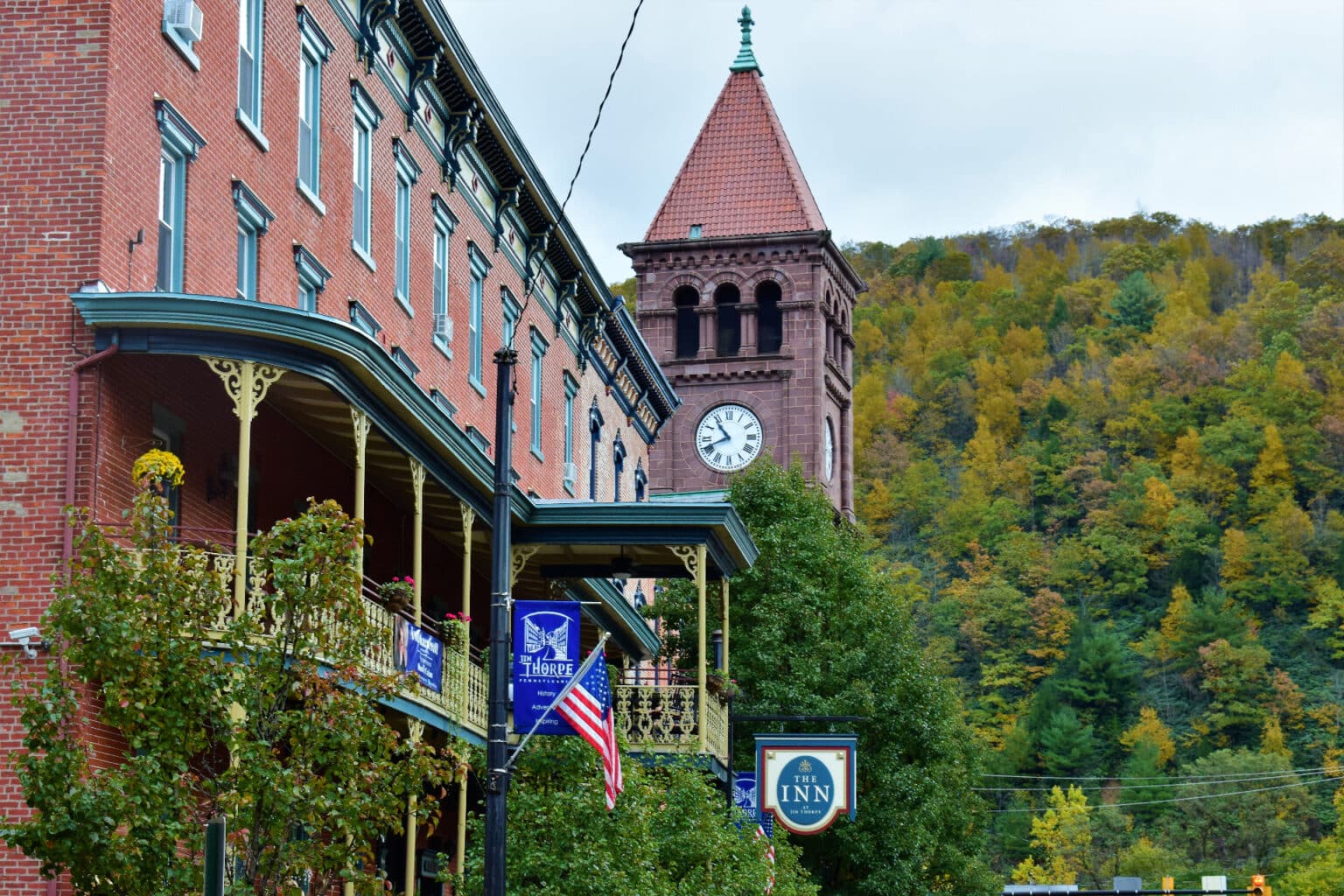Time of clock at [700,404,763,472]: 10:41
